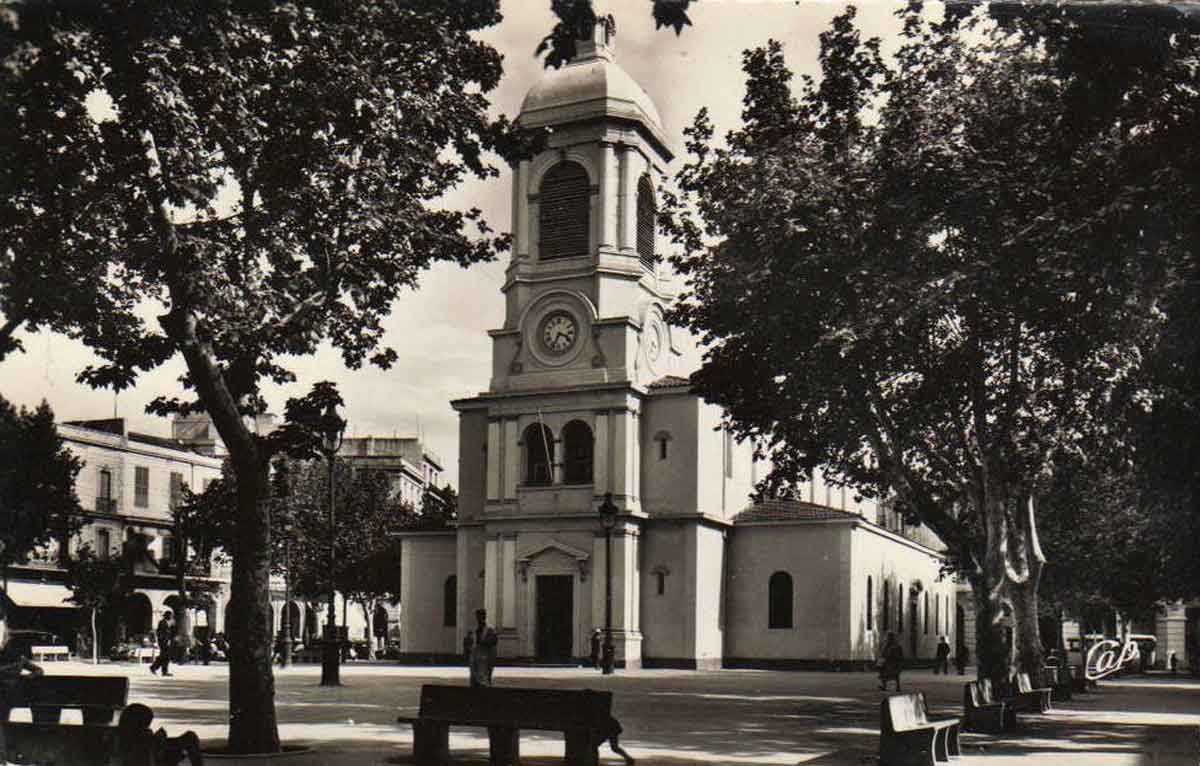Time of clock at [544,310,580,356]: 3:34
